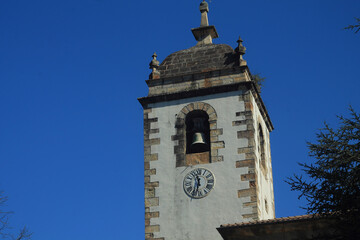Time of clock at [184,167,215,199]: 11:32
